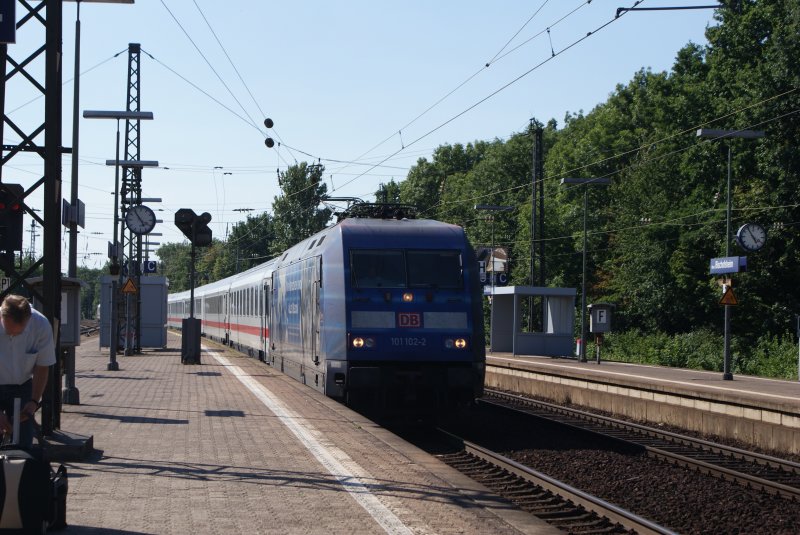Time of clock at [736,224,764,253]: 4:54
